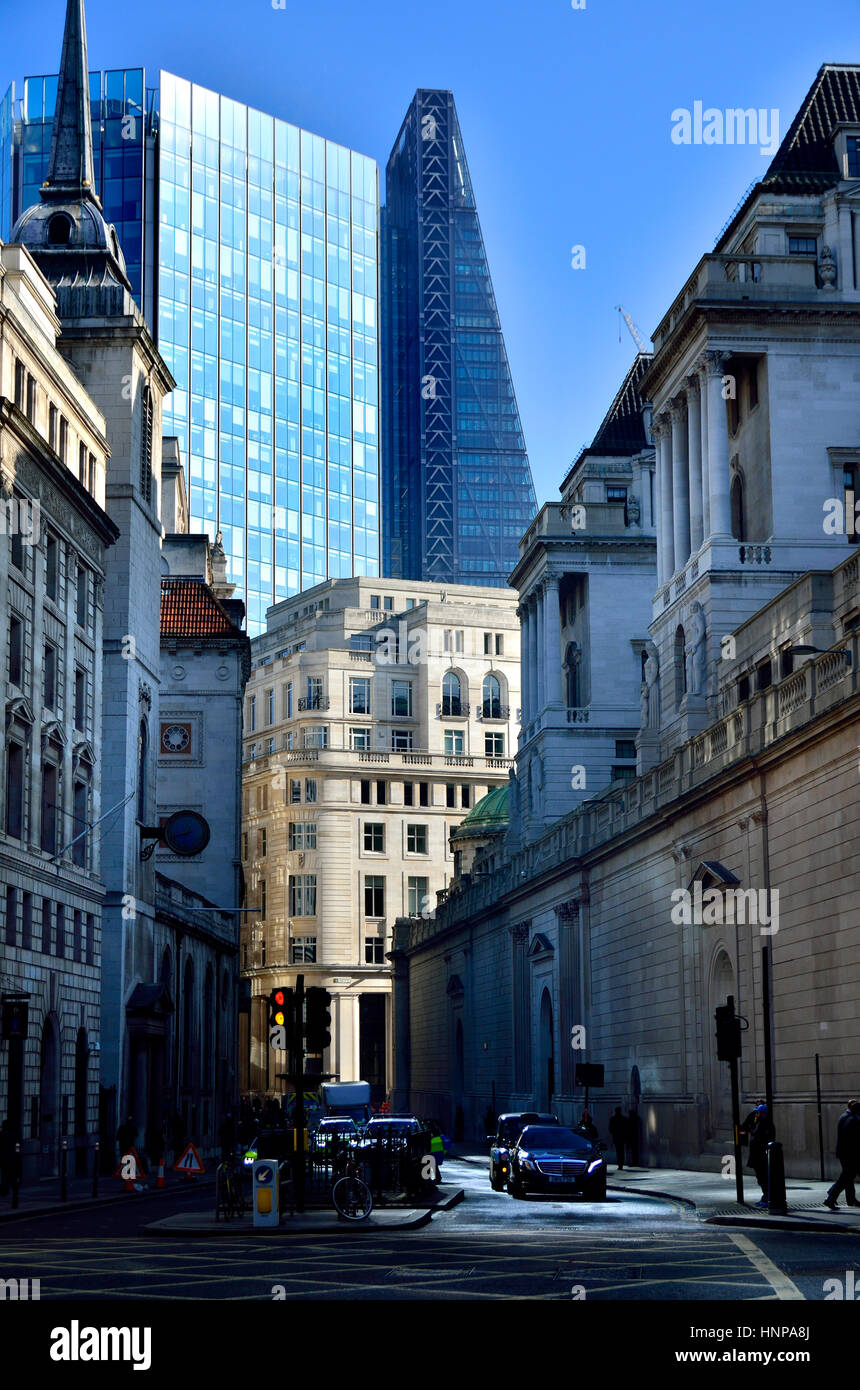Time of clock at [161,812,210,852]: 12:42
